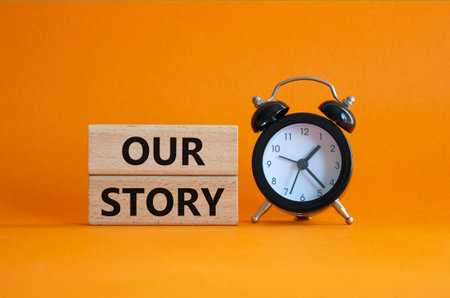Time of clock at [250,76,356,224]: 1:22
